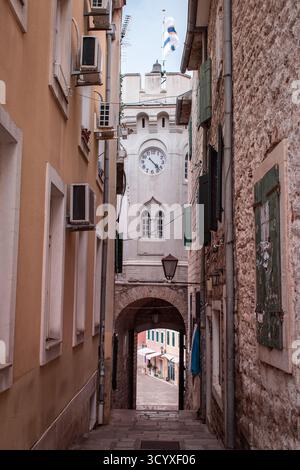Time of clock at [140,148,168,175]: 4:22
